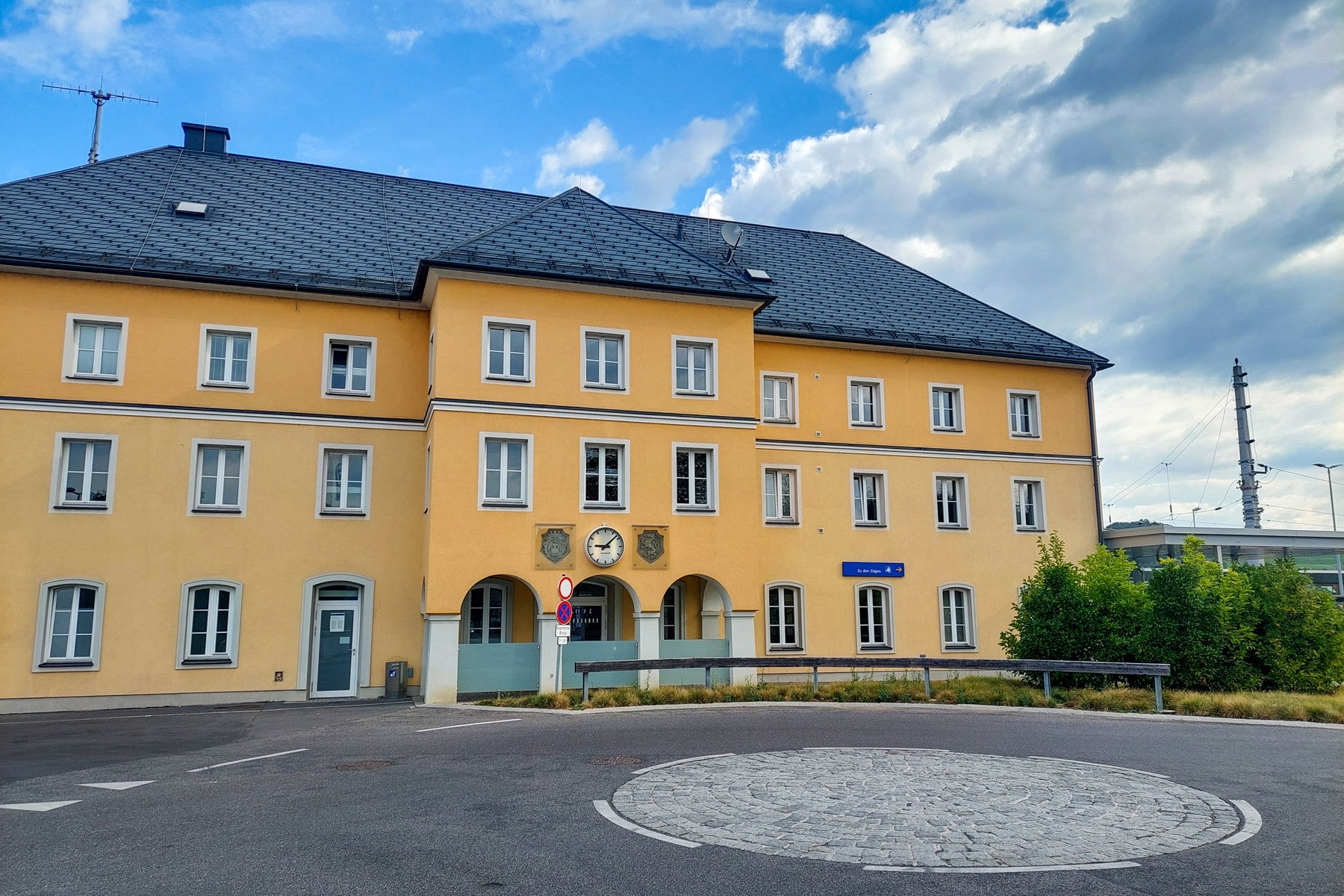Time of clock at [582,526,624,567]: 9:07
